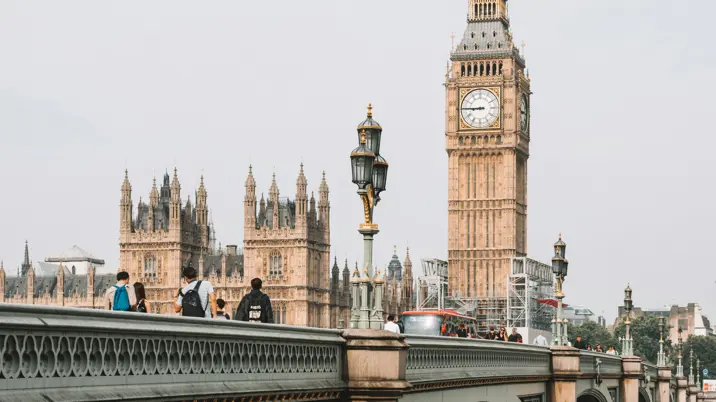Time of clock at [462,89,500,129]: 8:45
